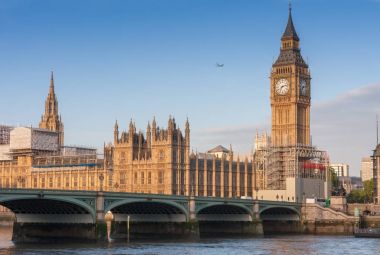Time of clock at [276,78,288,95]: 7:12
